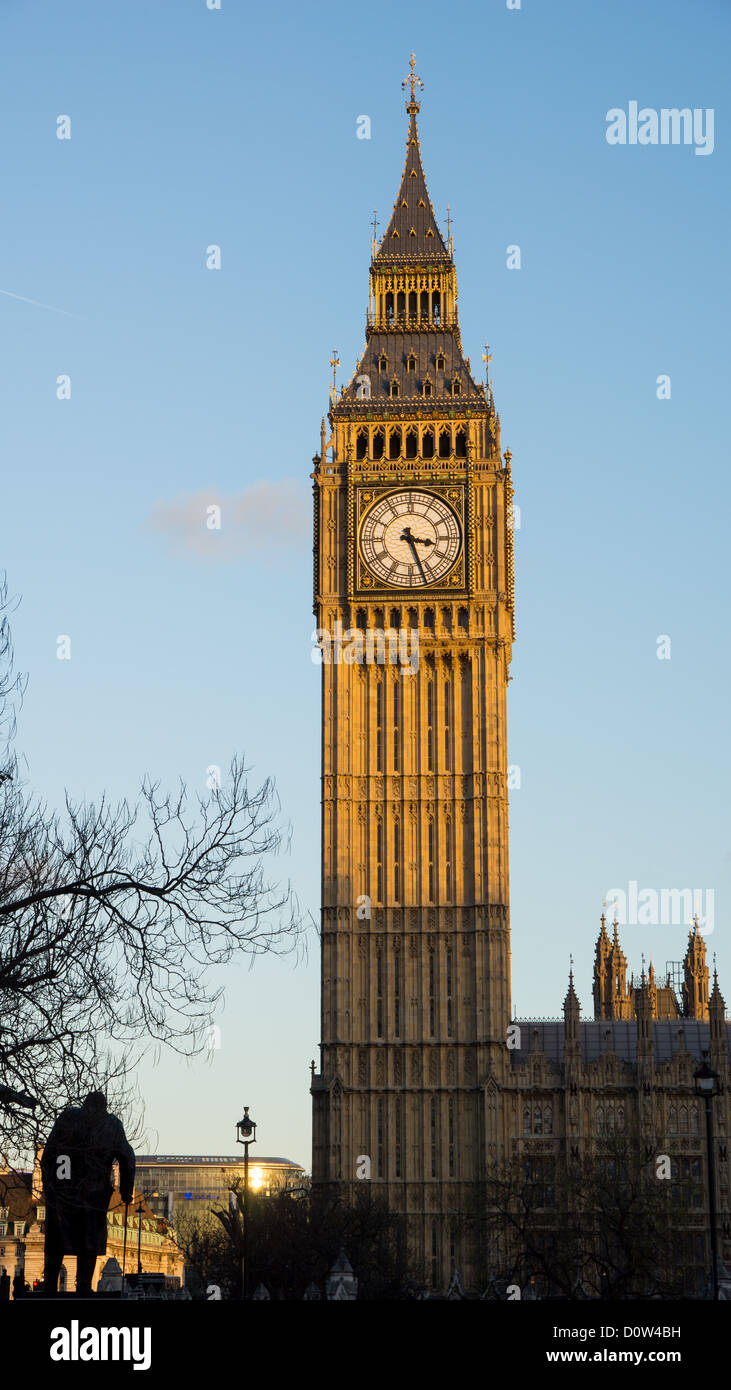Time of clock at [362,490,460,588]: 3:26
